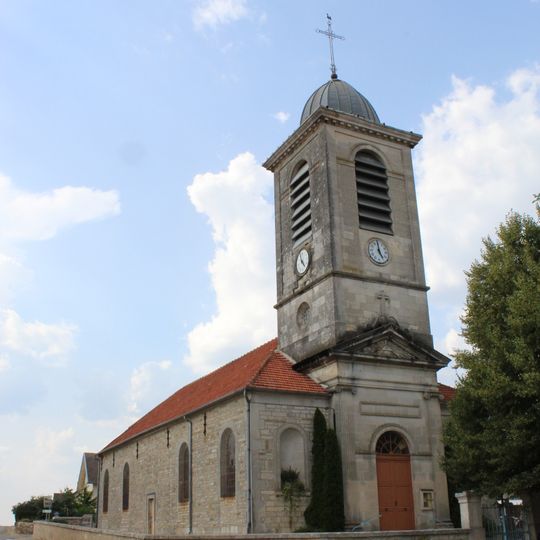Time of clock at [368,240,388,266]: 4:59
